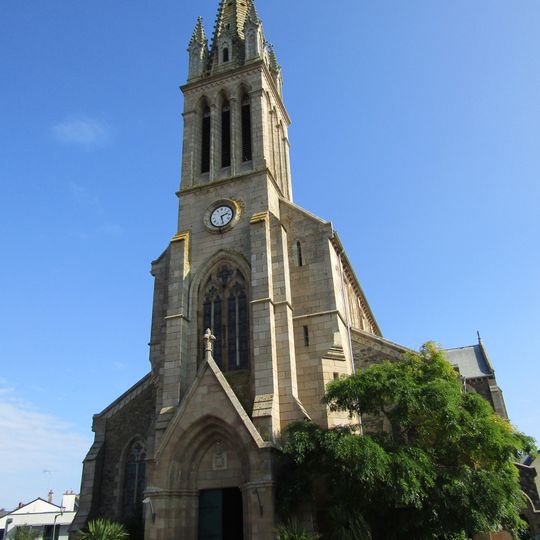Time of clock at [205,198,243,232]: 2:27
